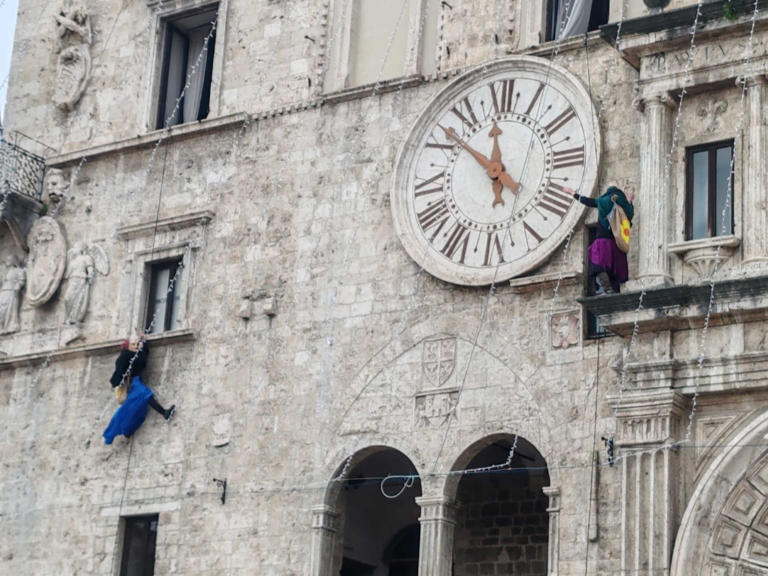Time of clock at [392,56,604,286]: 11:51
